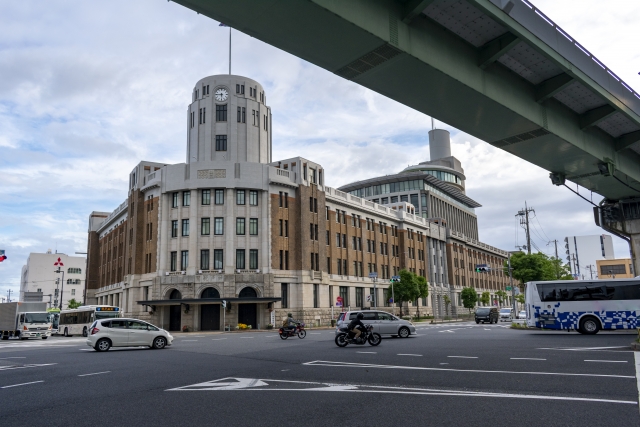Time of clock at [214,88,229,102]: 5:45
